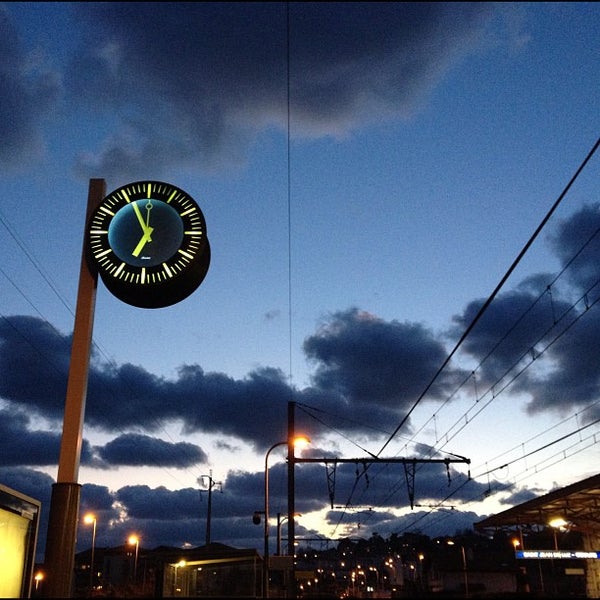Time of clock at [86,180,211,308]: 6:55
